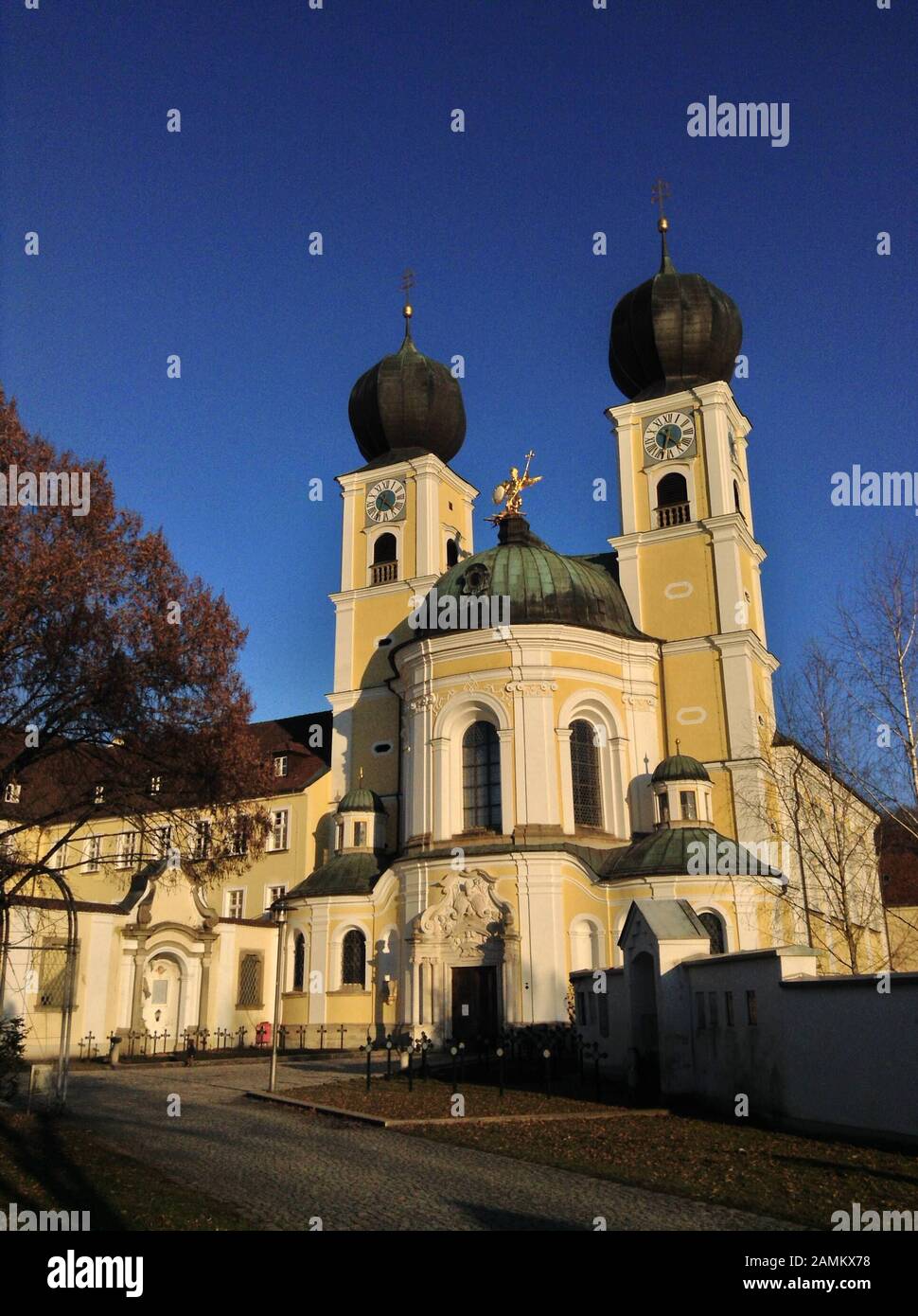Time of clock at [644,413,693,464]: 4:33
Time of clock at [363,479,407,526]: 4:34
